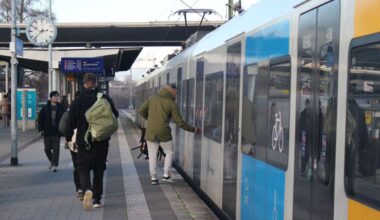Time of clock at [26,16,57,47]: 2:37
